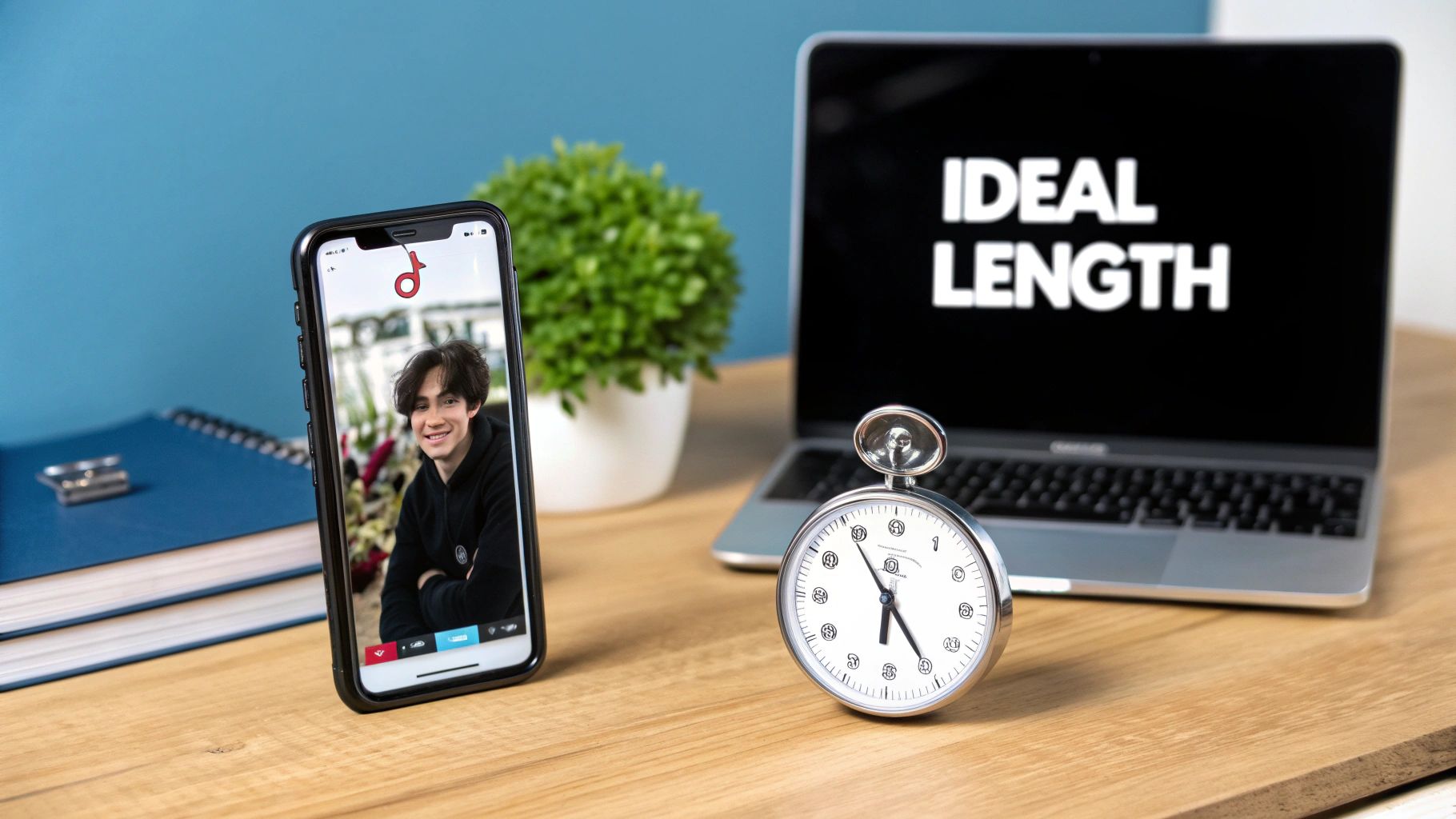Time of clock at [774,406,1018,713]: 6:24
